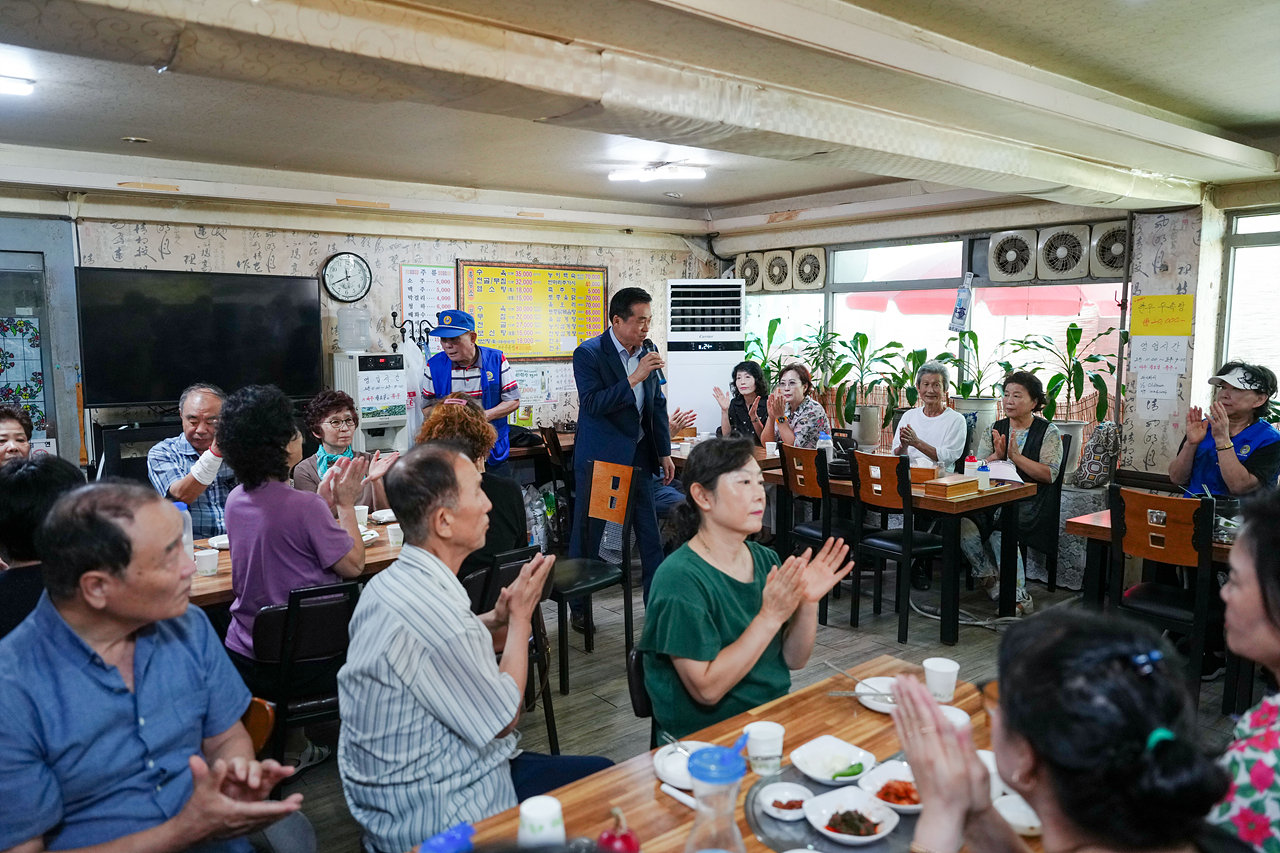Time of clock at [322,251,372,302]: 11:40
